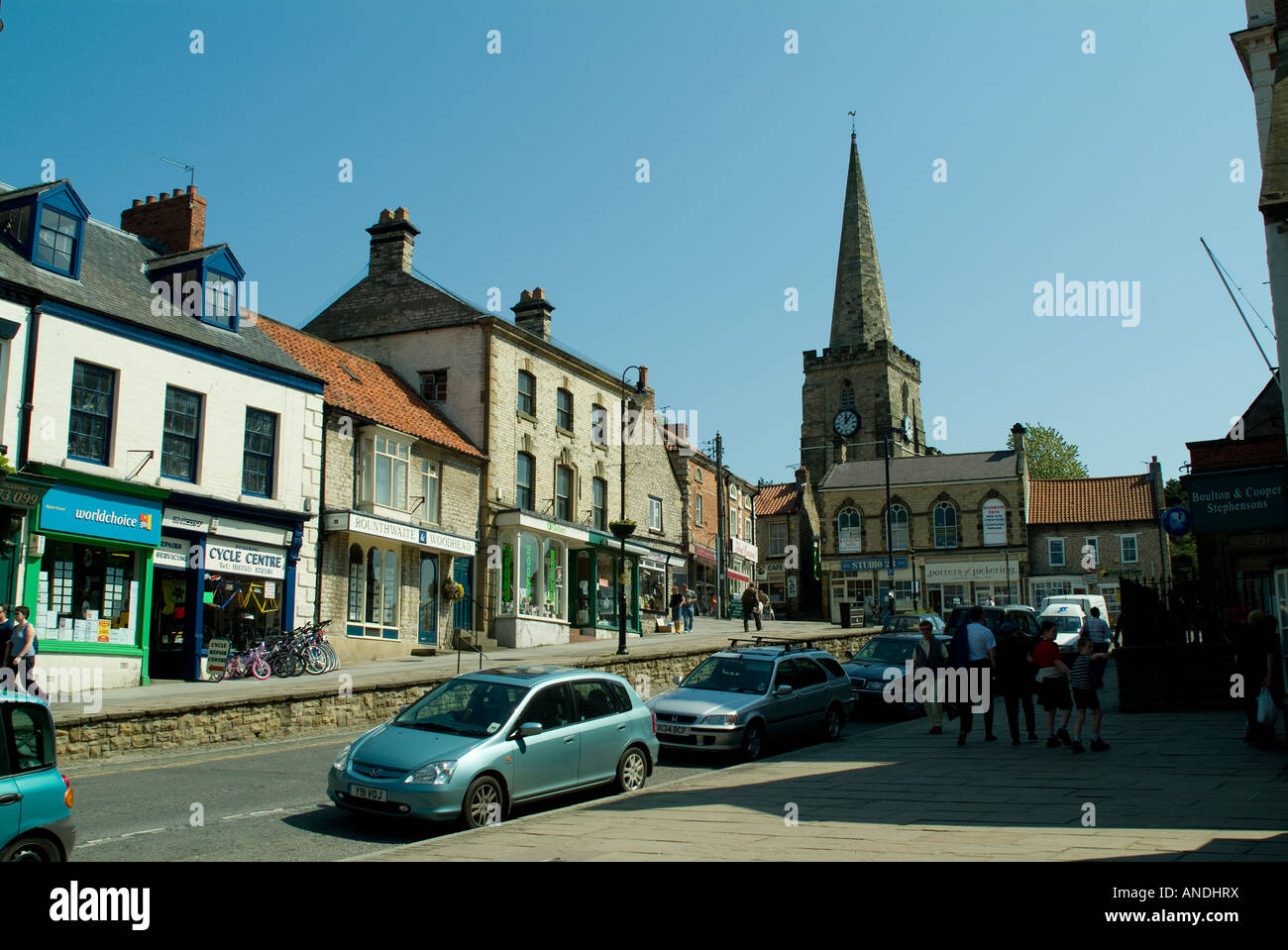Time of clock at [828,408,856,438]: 12:06
